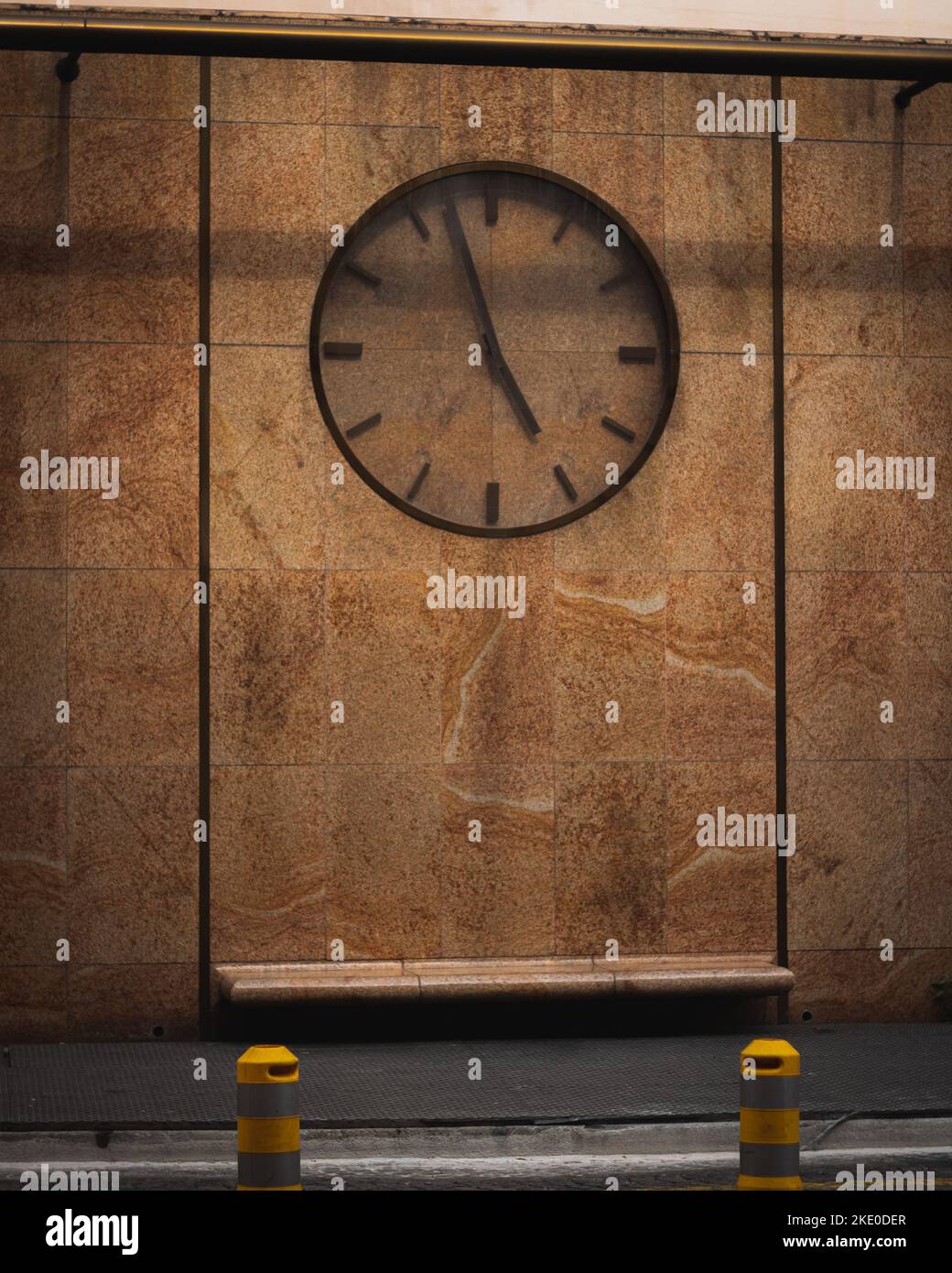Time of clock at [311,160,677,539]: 4:57
